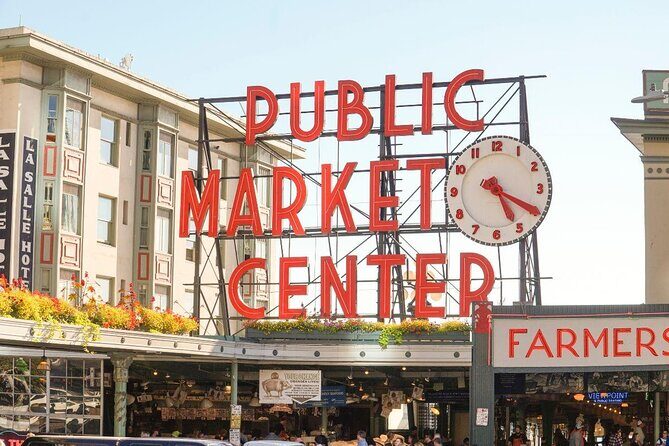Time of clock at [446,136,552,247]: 5:19
